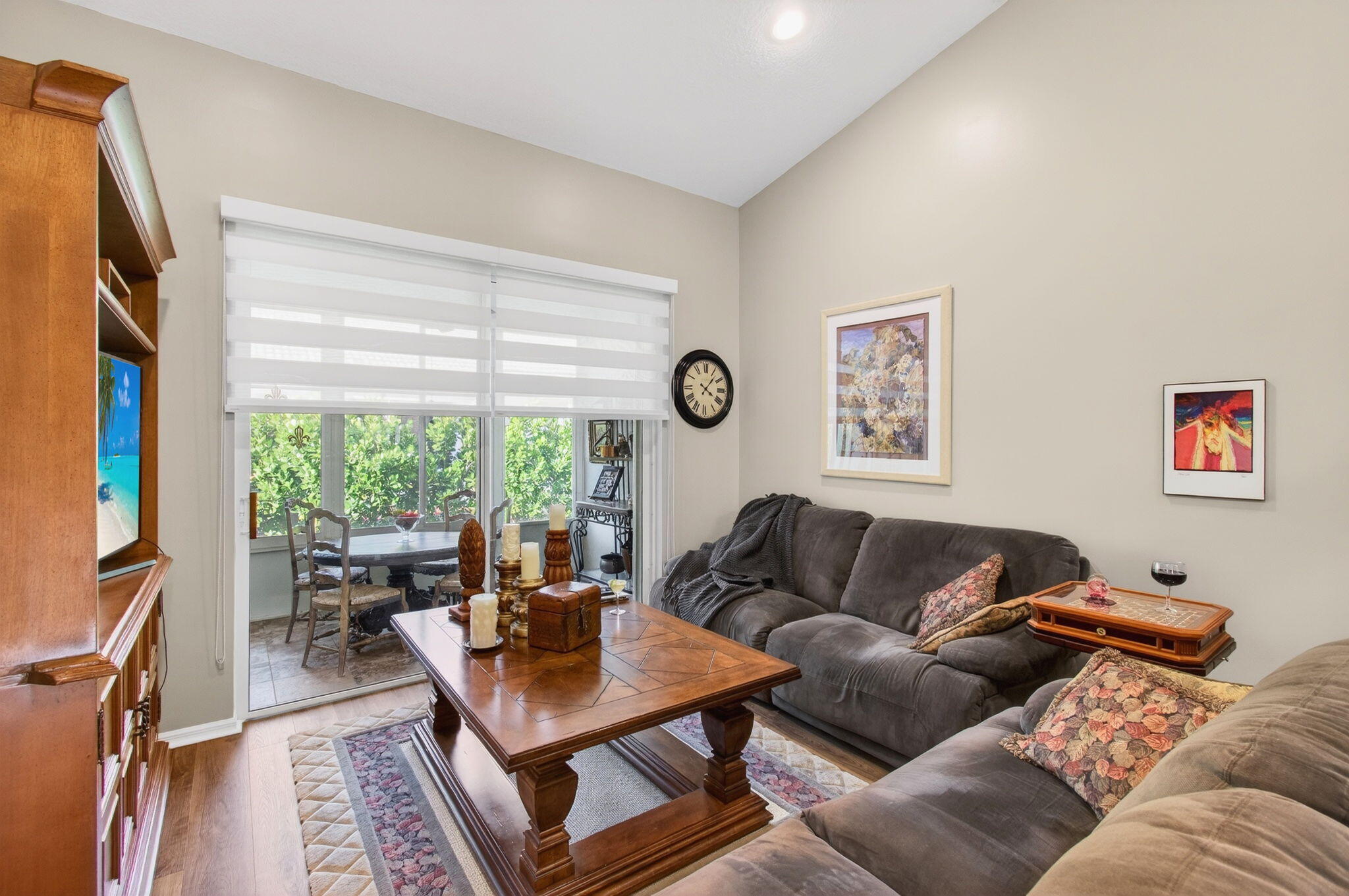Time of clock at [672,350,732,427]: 4:06
